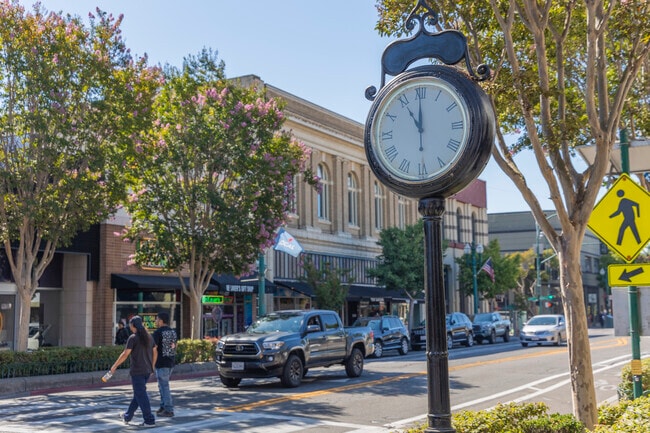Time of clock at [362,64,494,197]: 10:59
